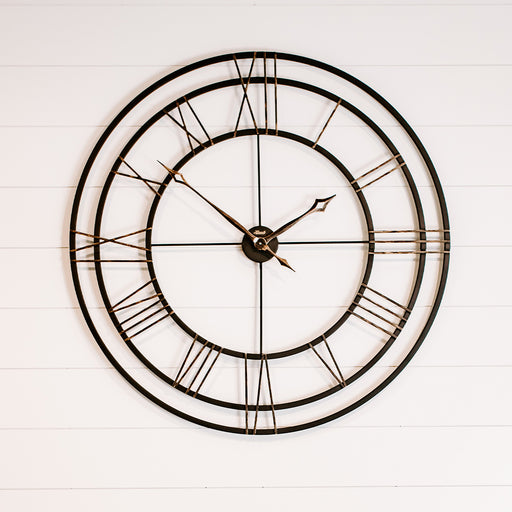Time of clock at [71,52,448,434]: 1:51
